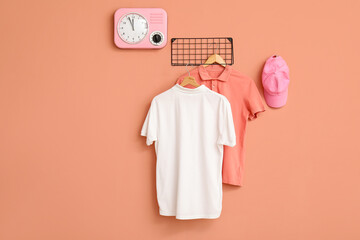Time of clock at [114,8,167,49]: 11:56
